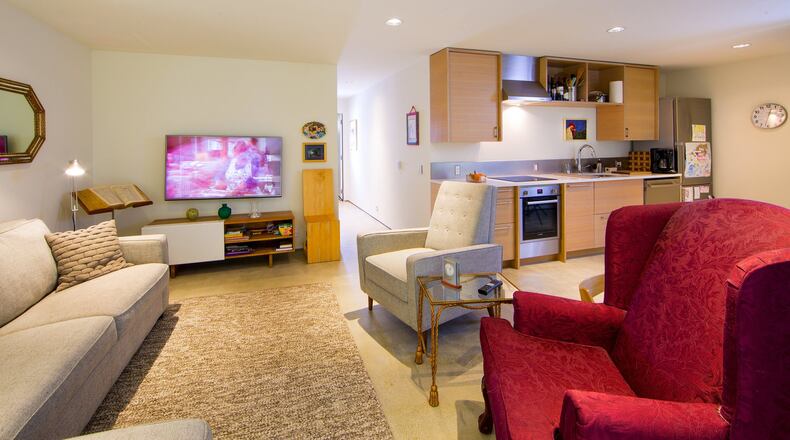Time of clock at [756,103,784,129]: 12:32
